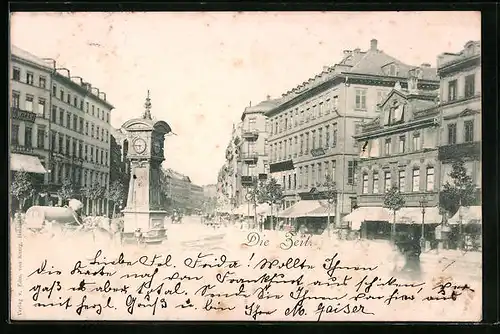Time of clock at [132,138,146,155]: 5:45
